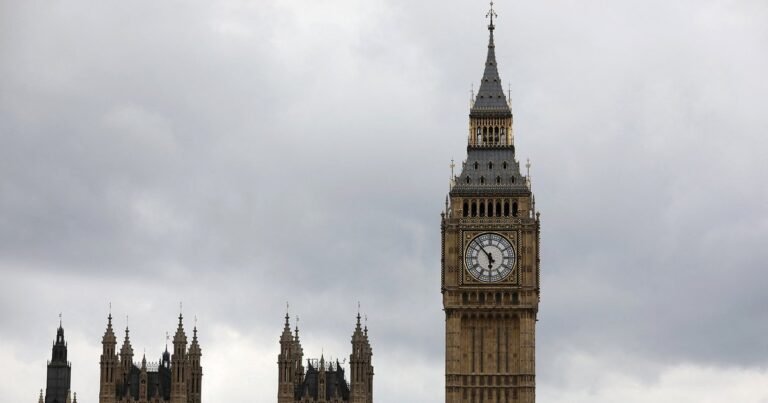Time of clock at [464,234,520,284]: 5:52
